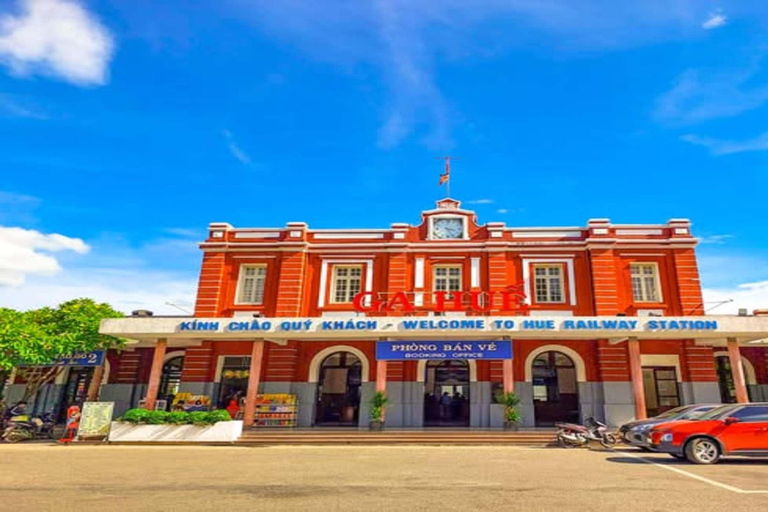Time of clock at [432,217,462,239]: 3:26
